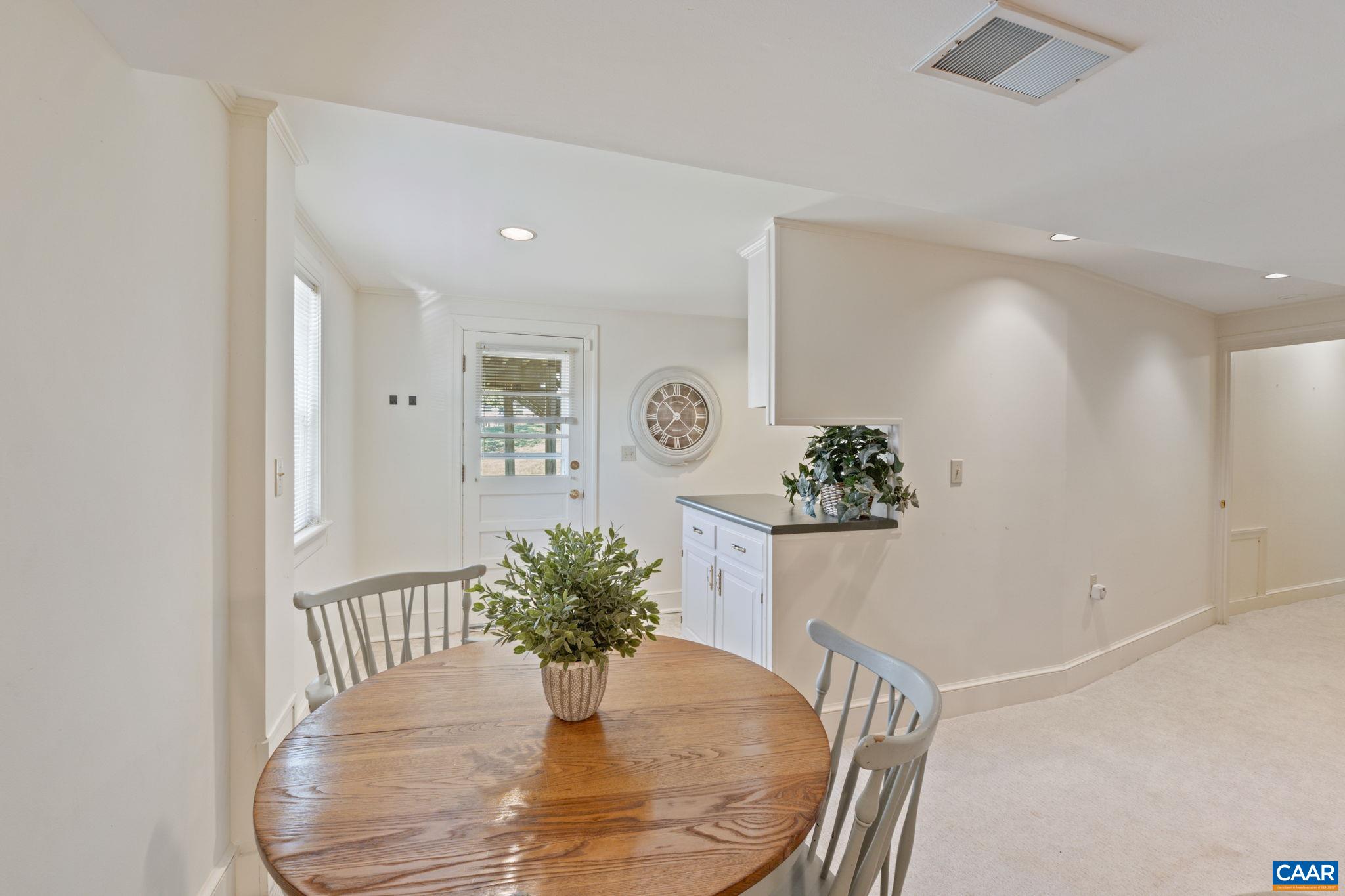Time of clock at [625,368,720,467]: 10:36
